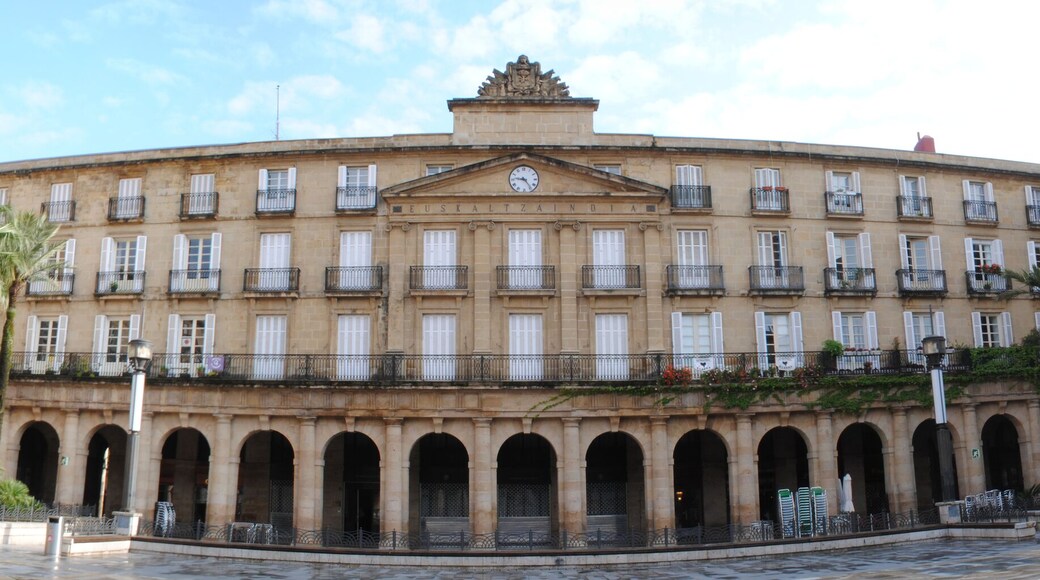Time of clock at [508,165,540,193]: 9:23
